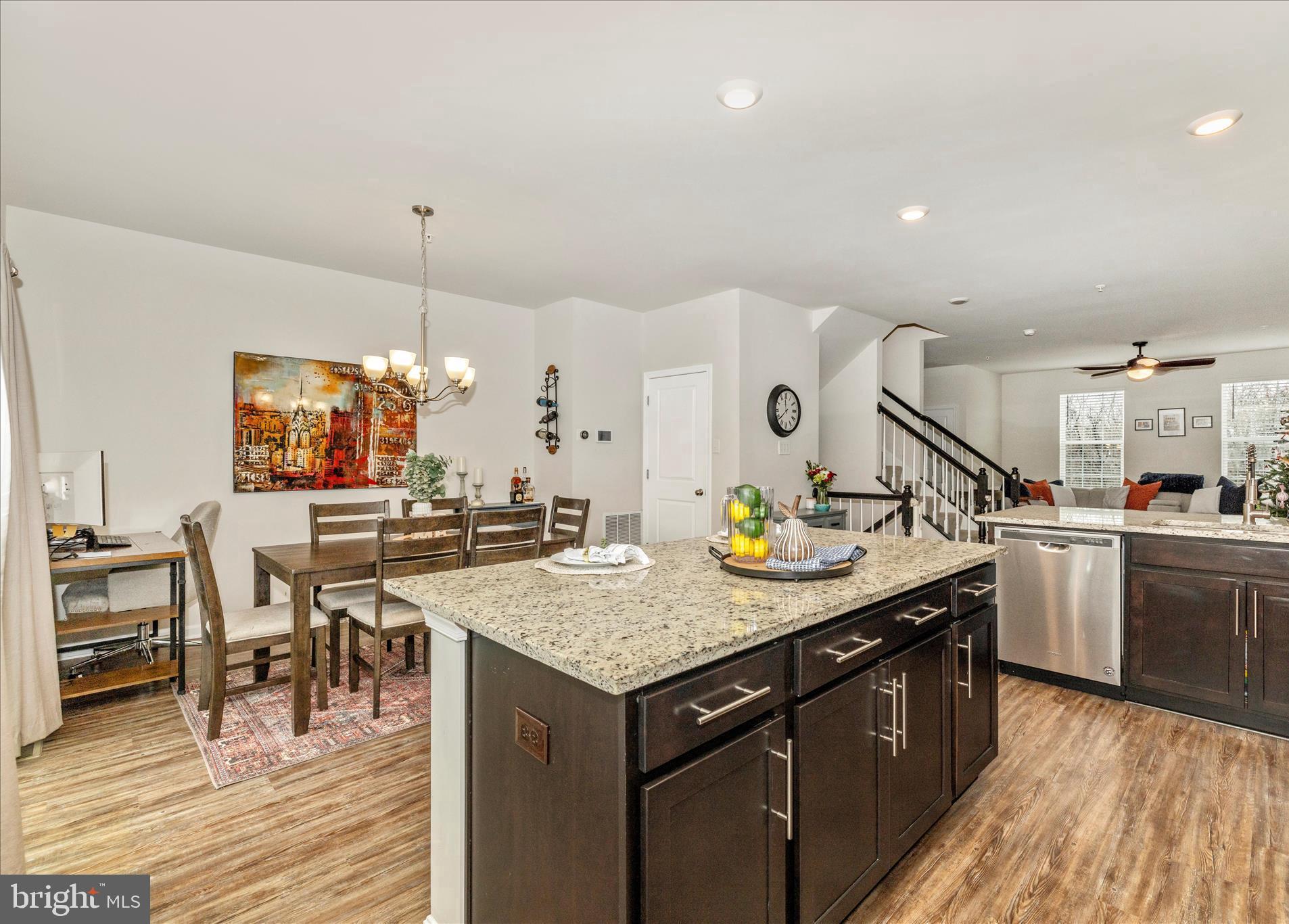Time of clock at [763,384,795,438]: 11:38
